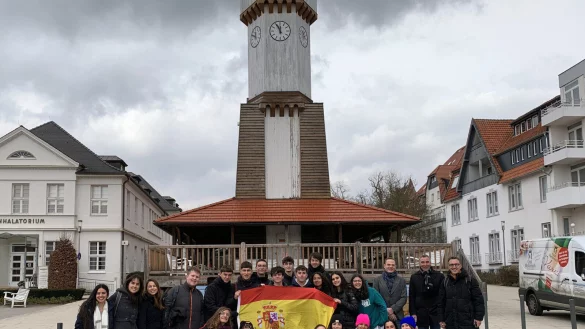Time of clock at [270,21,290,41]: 11:55
